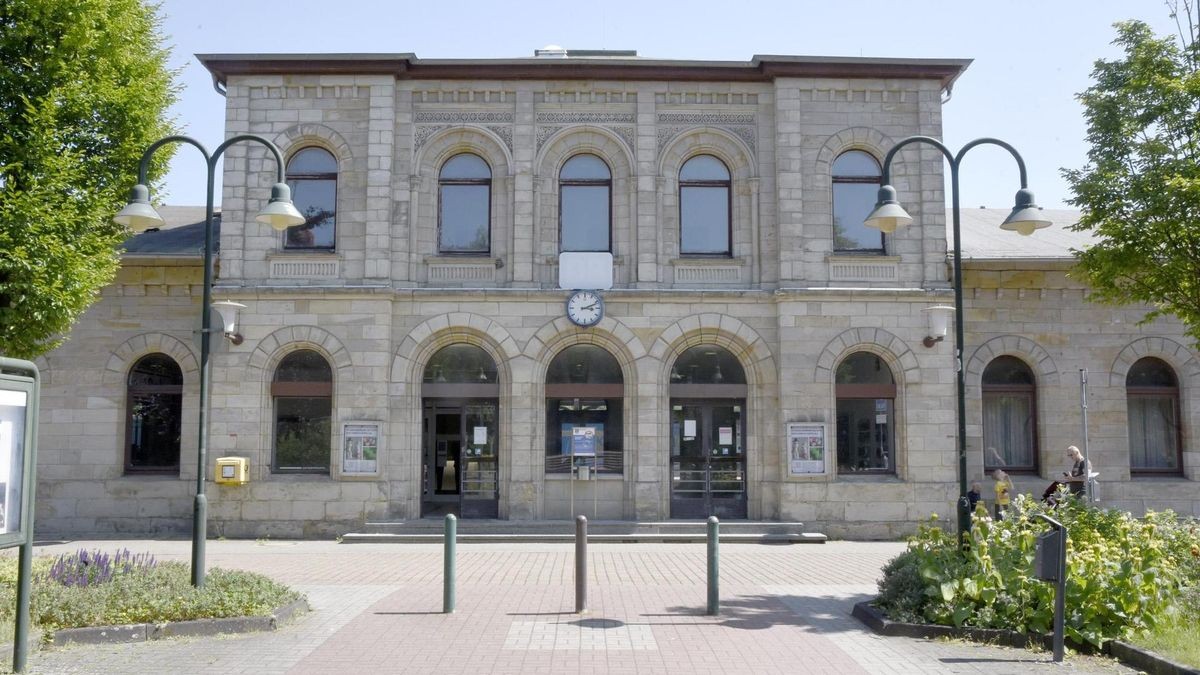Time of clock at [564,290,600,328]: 3:11
